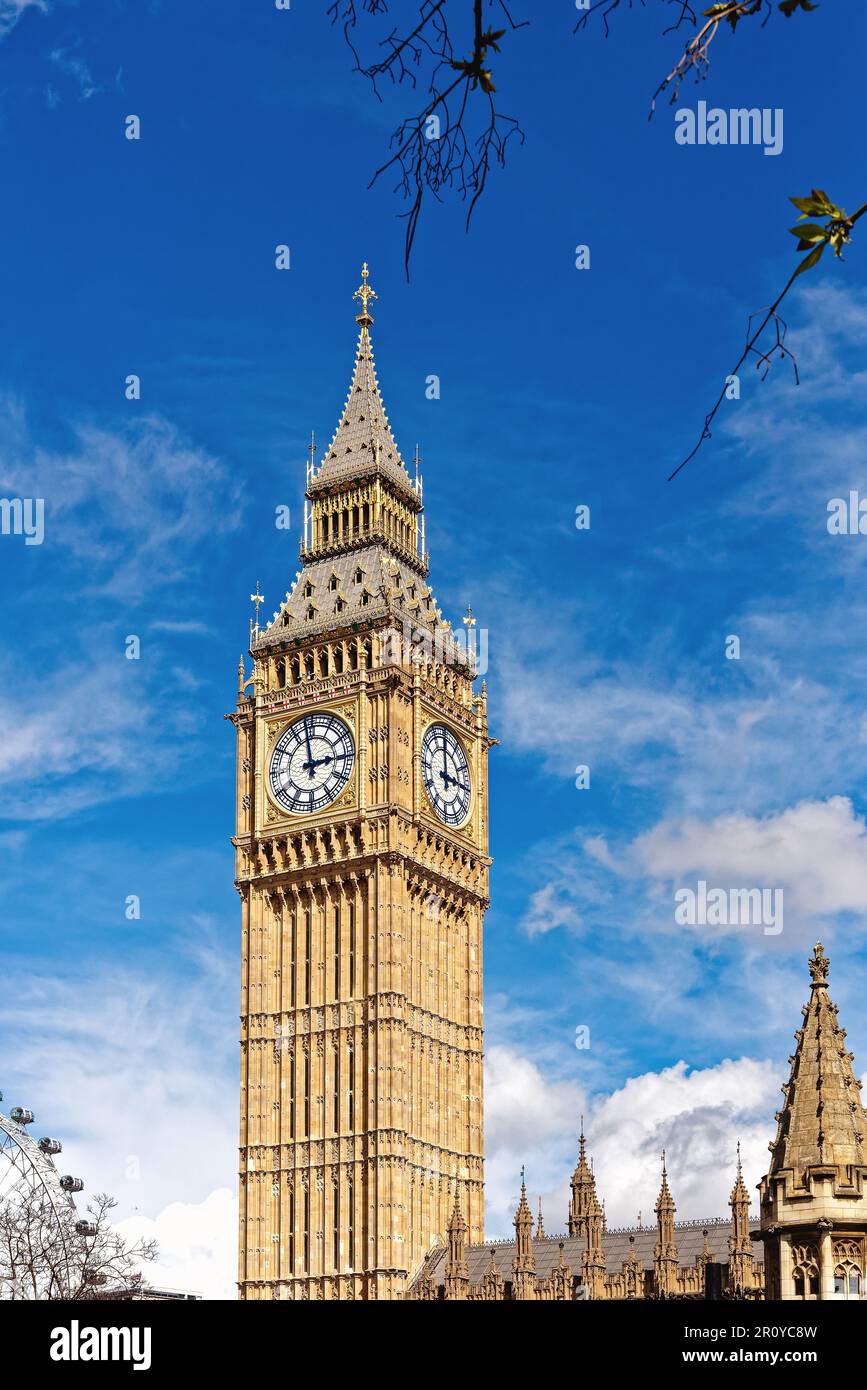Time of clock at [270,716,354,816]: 2:58
